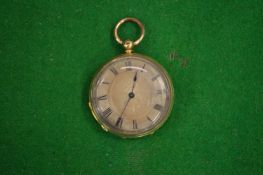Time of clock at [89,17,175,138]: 12:35
